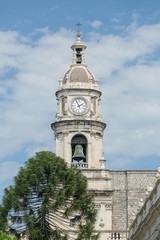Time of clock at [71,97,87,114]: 1:56
